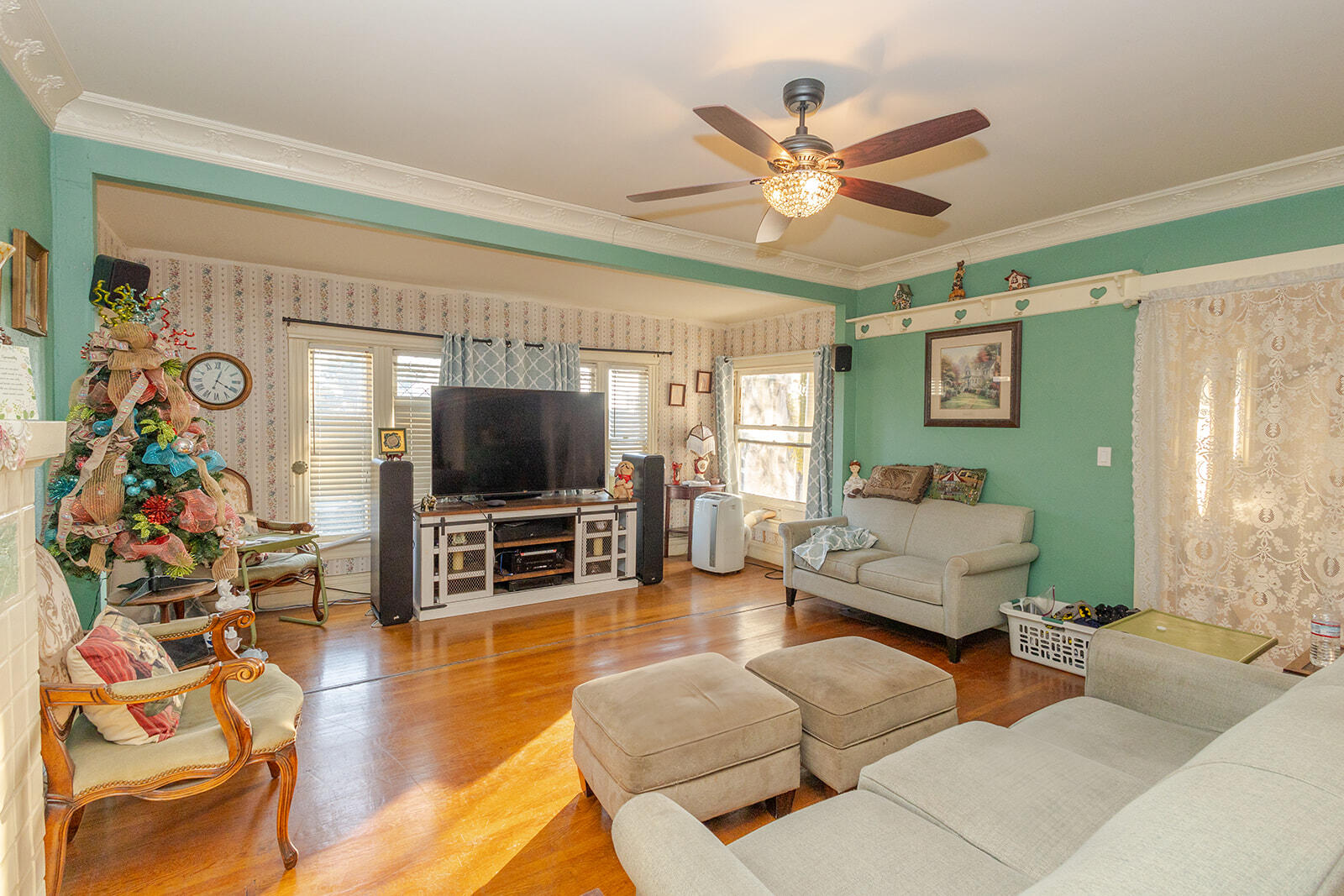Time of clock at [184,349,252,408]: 4:03
